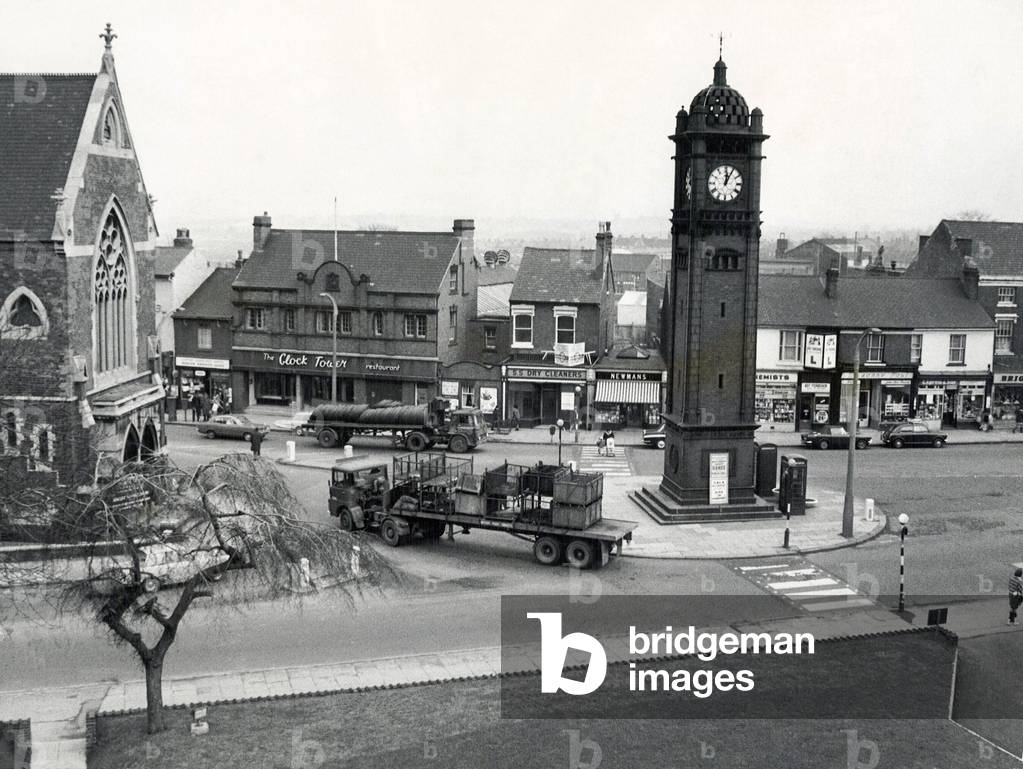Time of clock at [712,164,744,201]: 12:04
